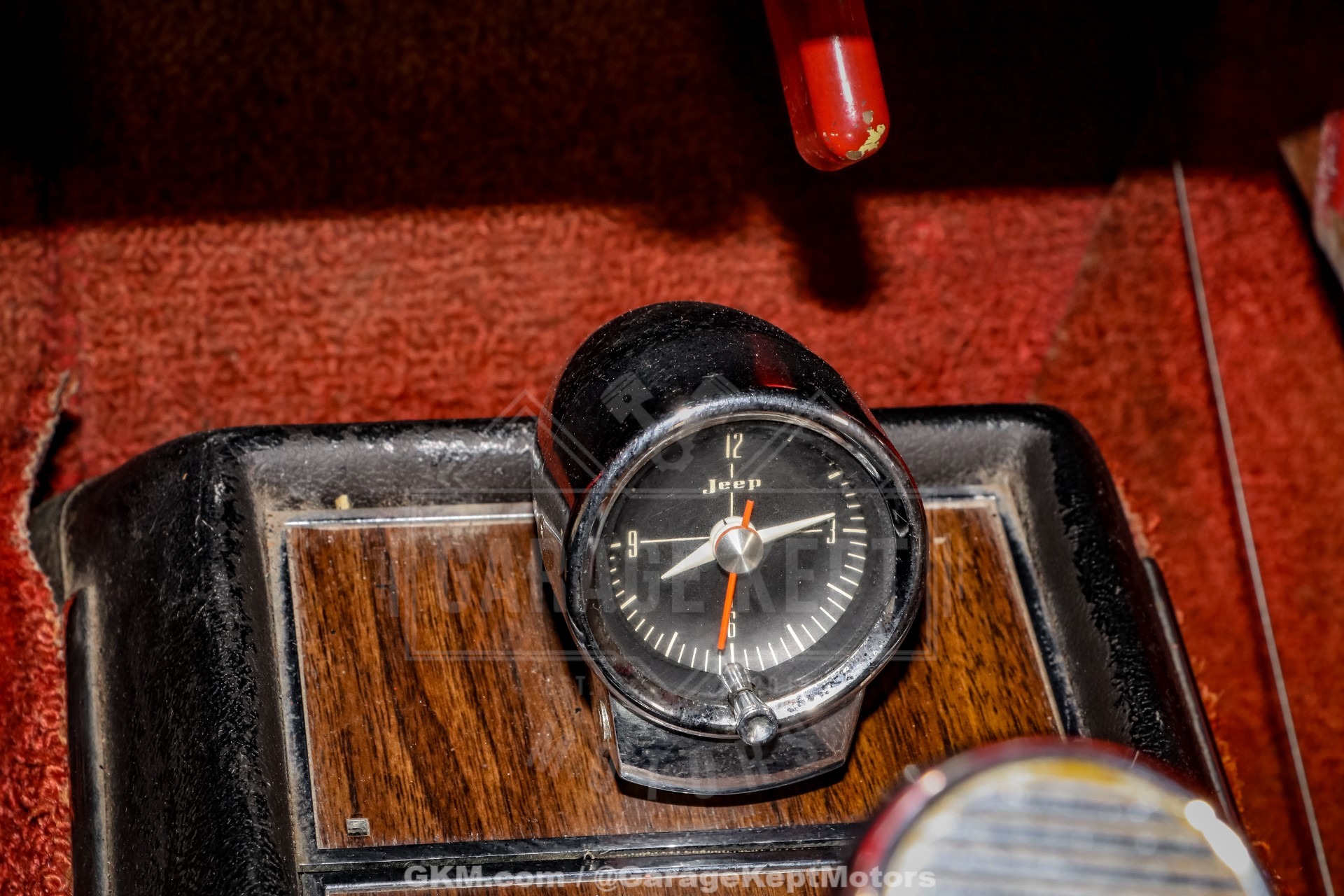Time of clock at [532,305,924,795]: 8:13
